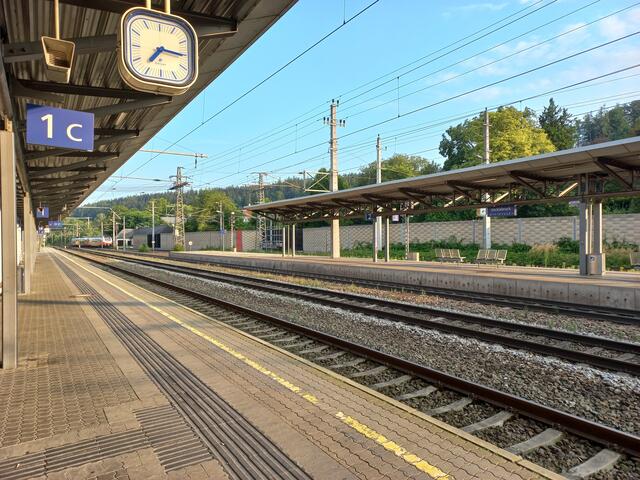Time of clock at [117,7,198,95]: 7:15
